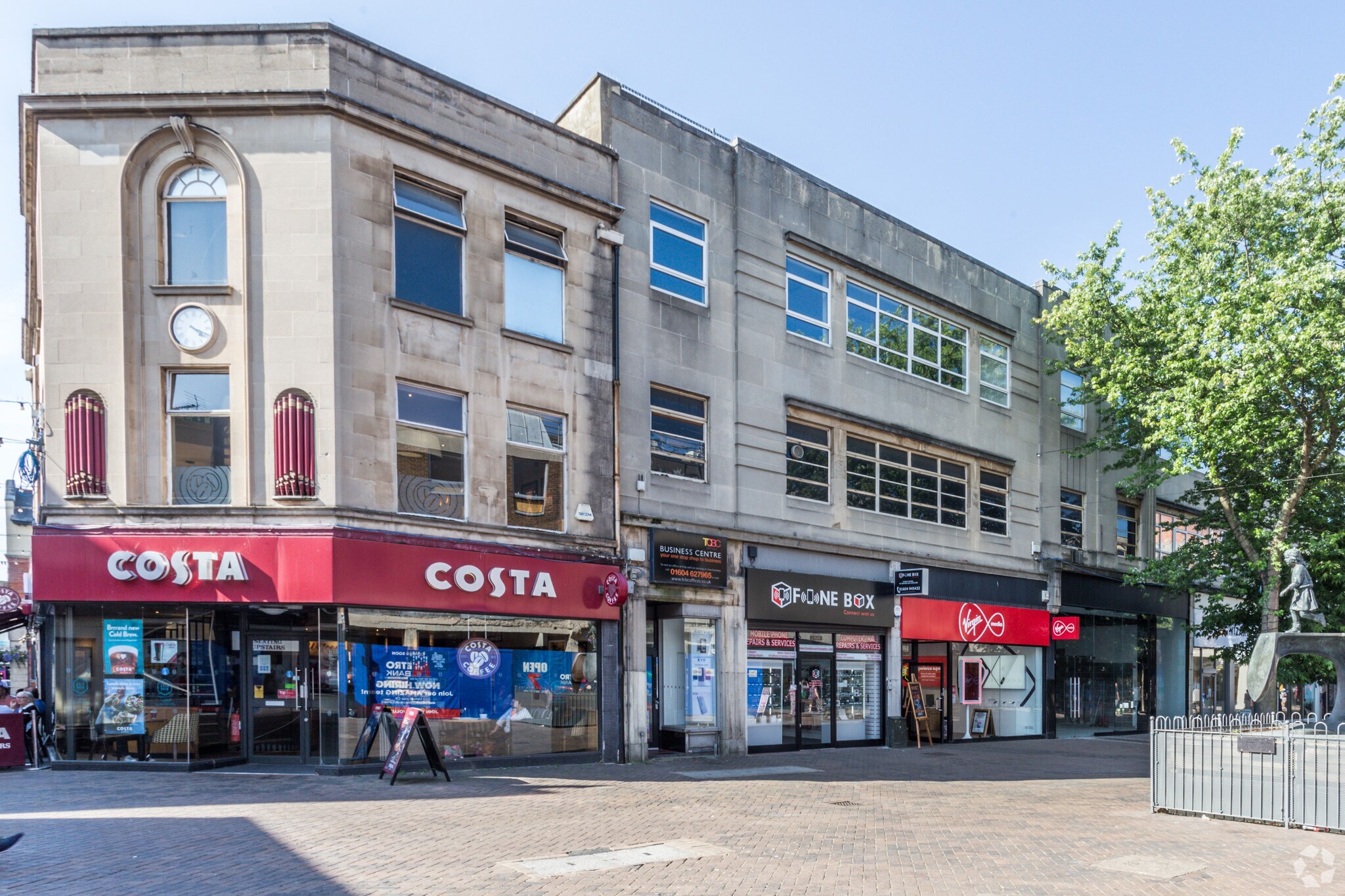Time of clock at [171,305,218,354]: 4:18
